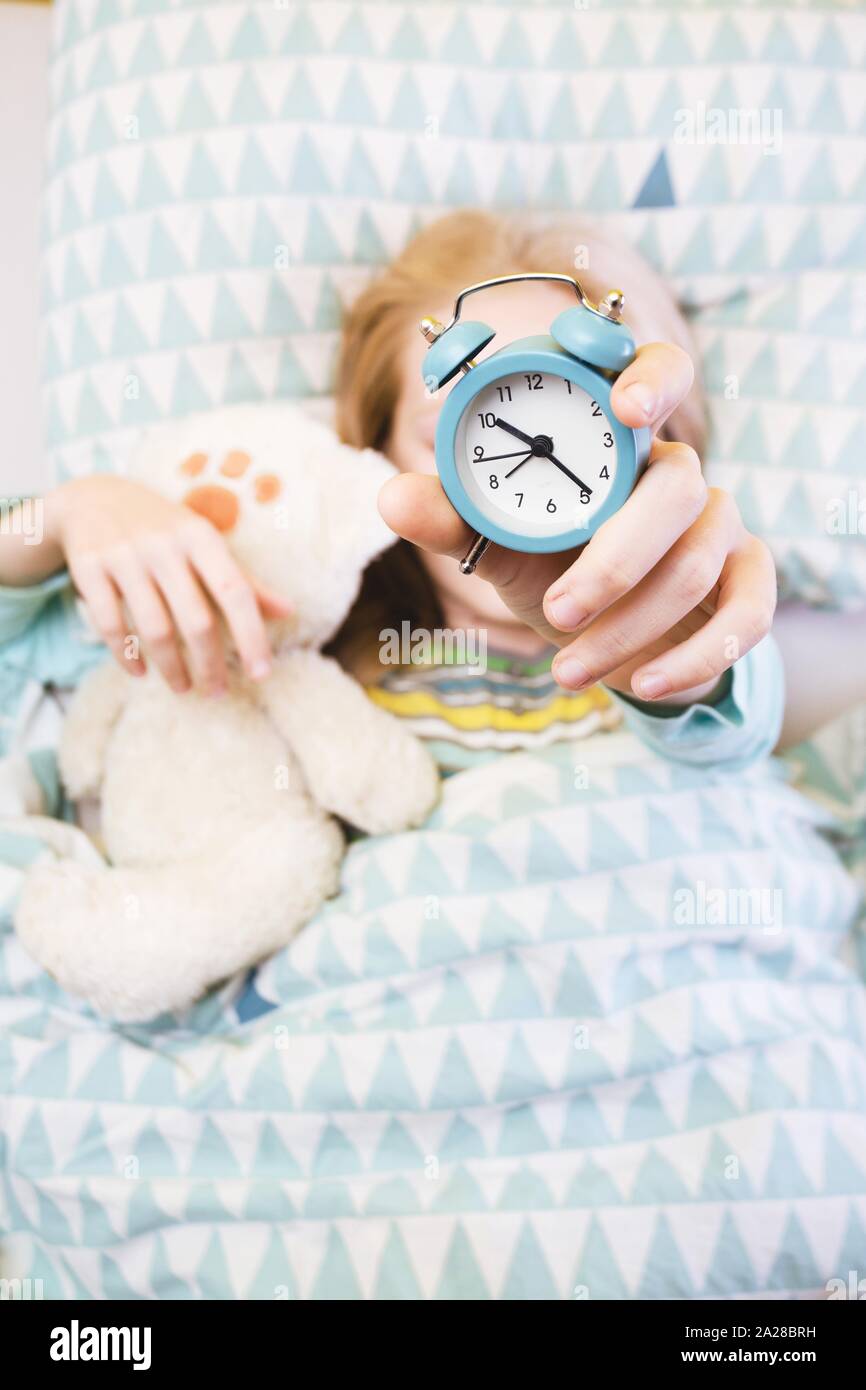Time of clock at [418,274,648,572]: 10:23
